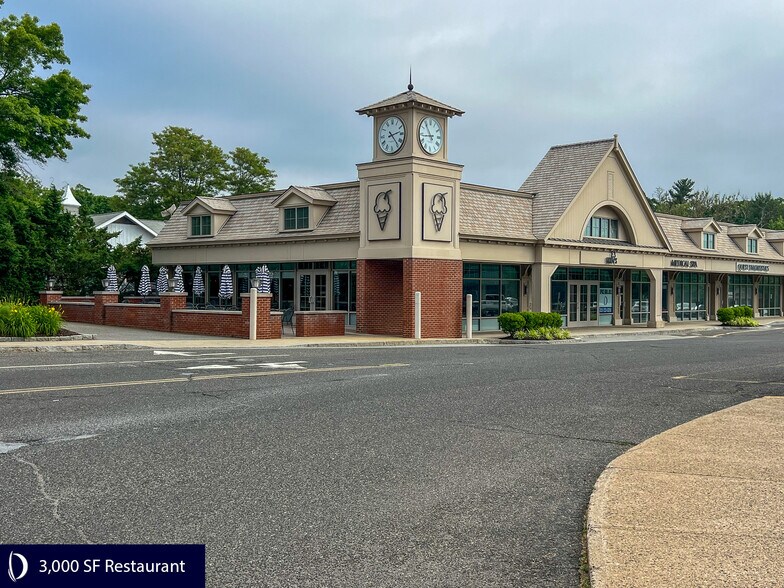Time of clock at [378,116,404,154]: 2:23
